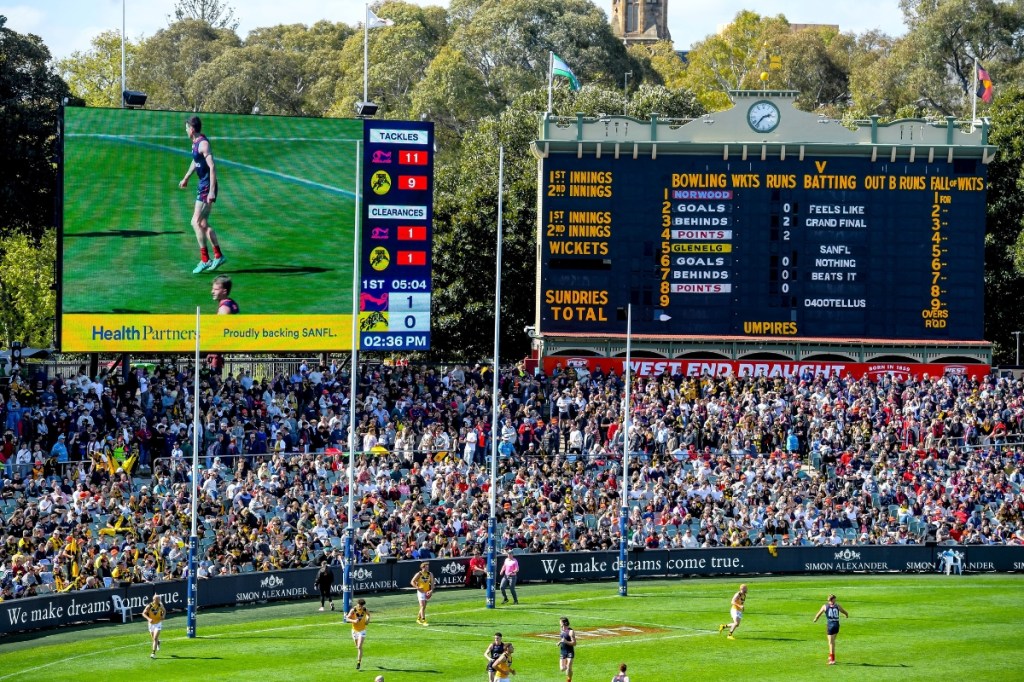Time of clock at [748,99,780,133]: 2:36
